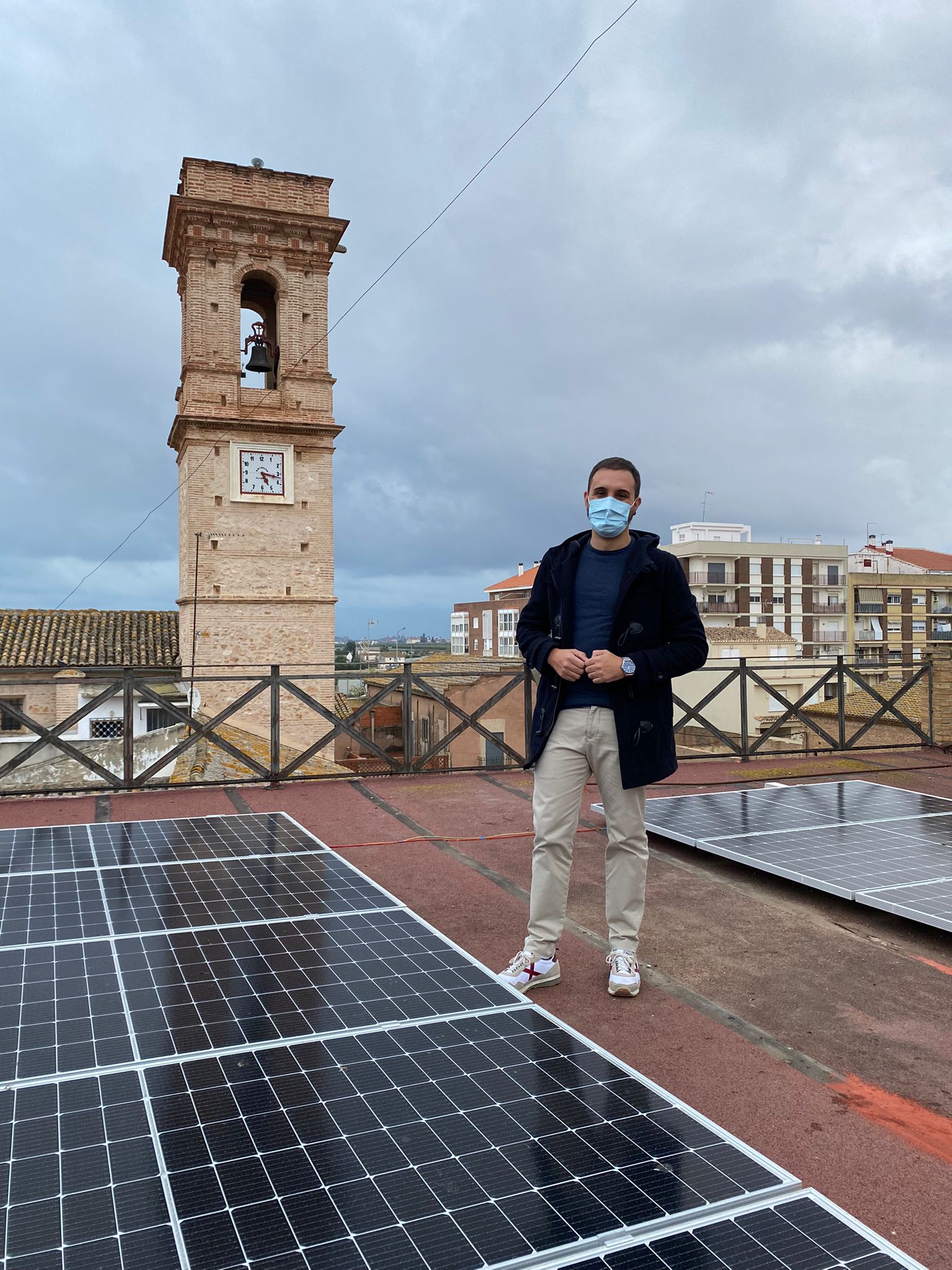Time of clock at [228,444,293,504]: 5:17
